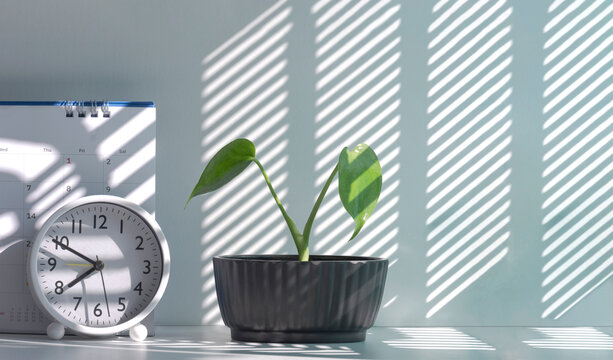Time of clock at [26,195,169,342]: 7:49
